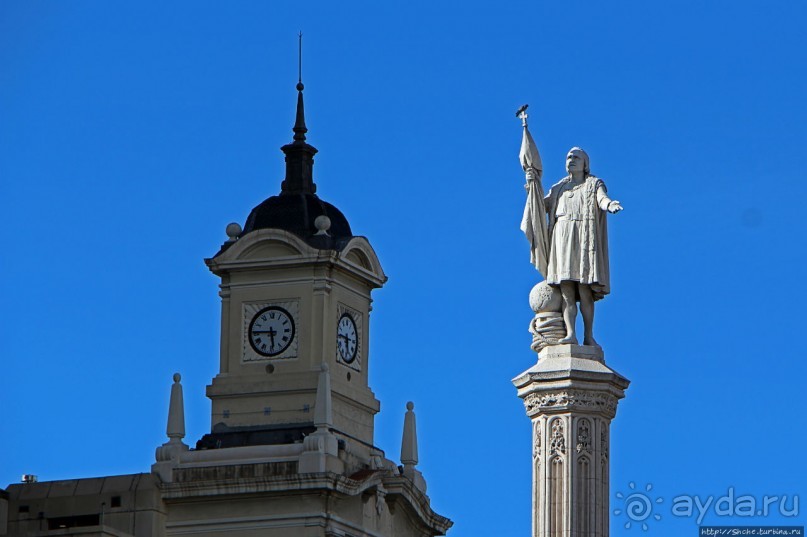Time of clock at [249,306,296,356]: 5:45
